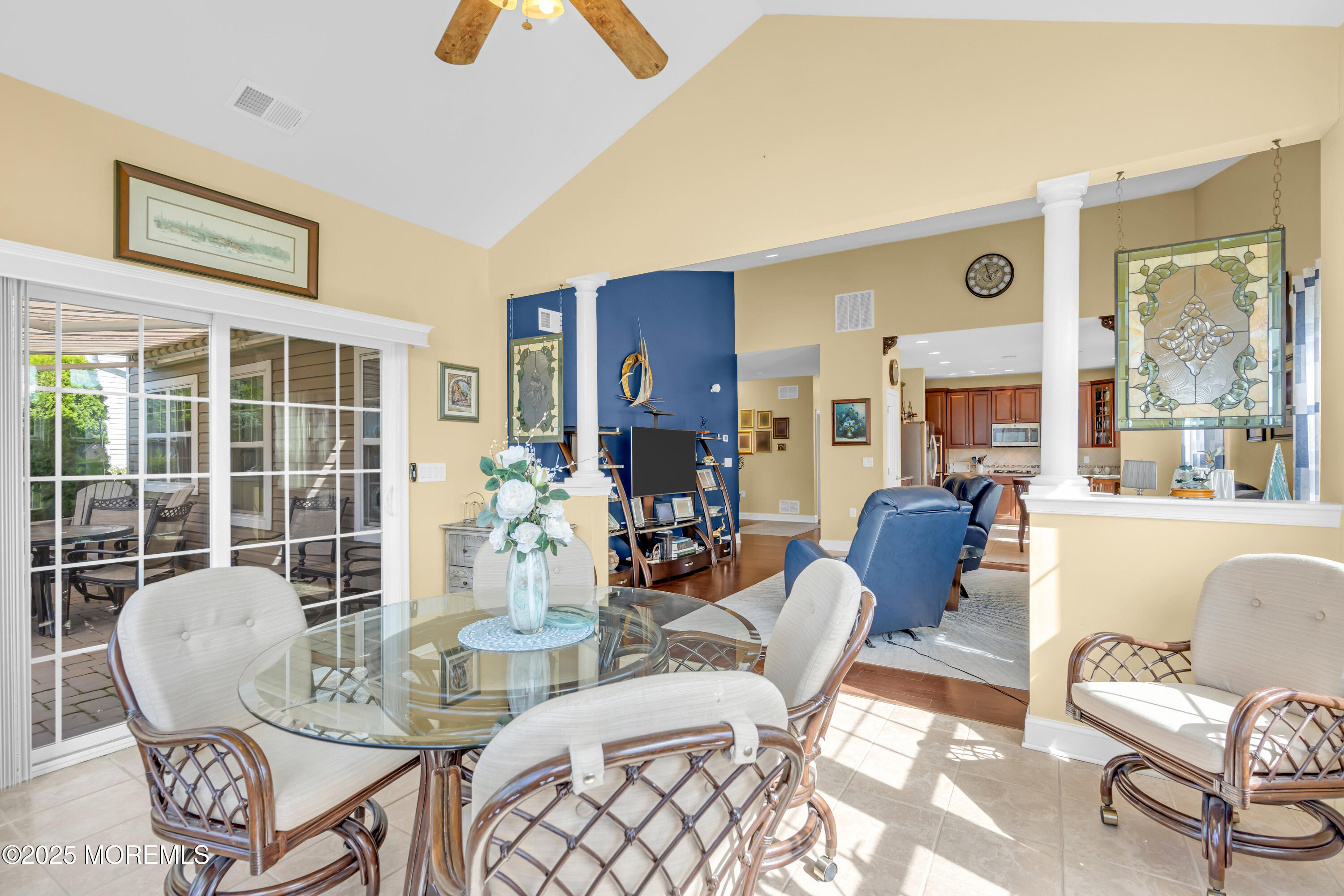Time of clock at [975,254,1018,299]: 1:57
